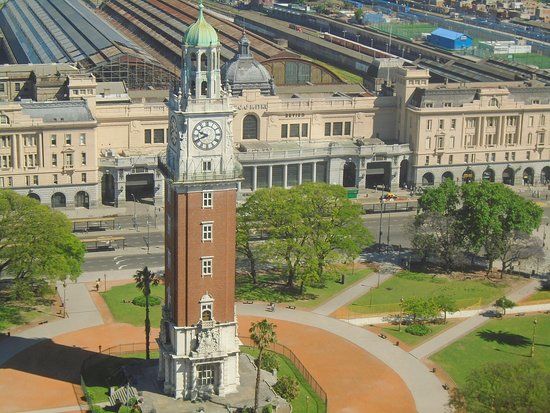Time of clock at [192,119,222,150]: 9:41
